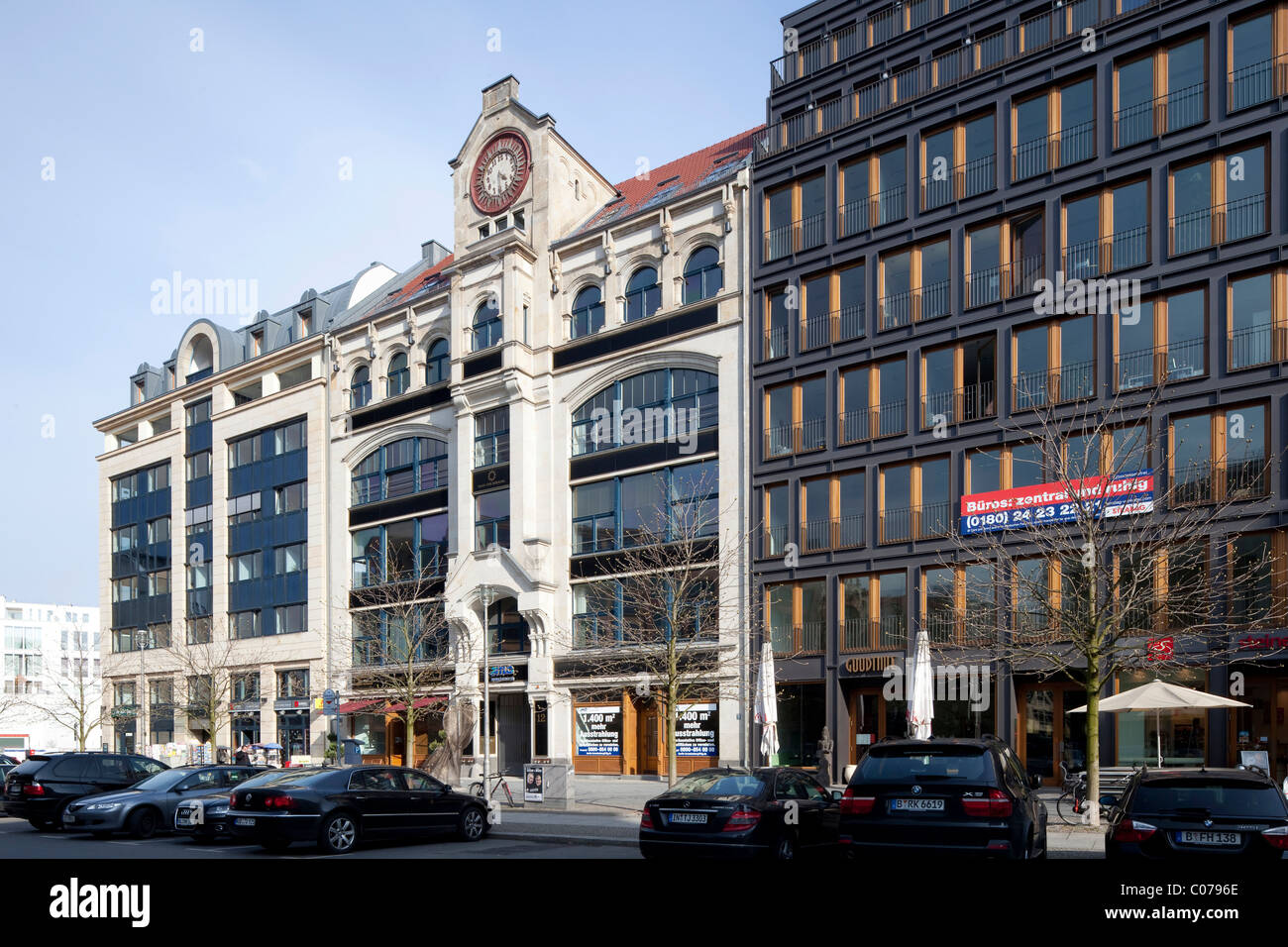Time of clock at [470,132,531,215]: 4:28
